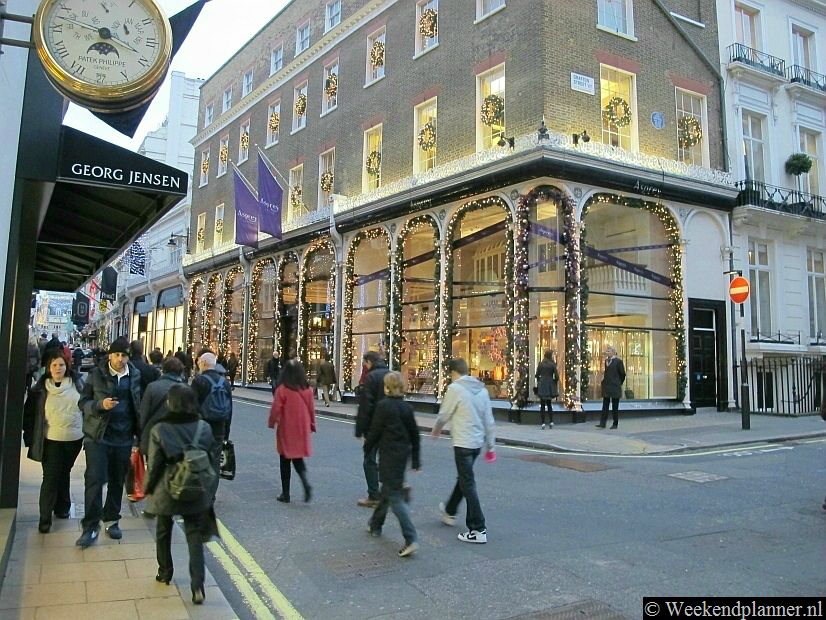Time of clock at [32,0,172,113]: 4:18
